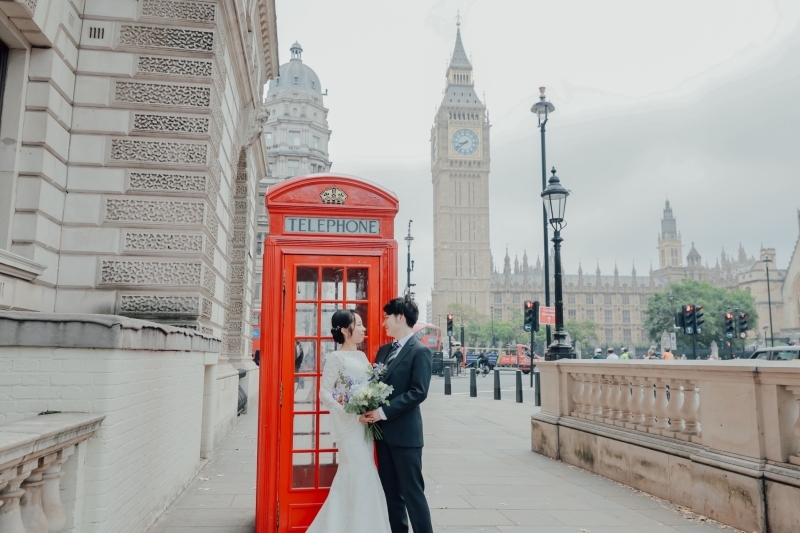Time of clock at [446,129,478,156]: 8:38
